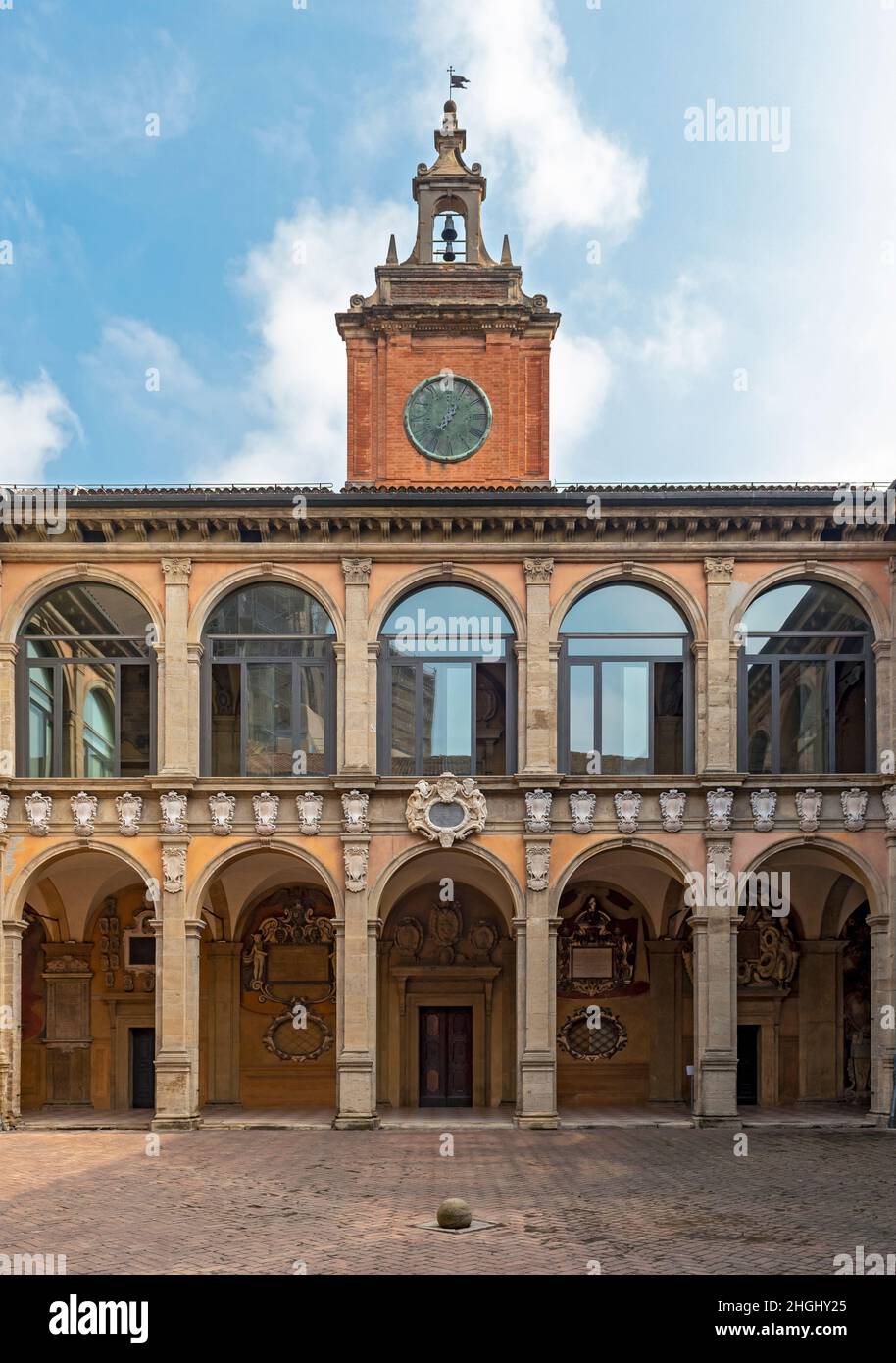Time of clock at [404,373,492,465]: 12:36
